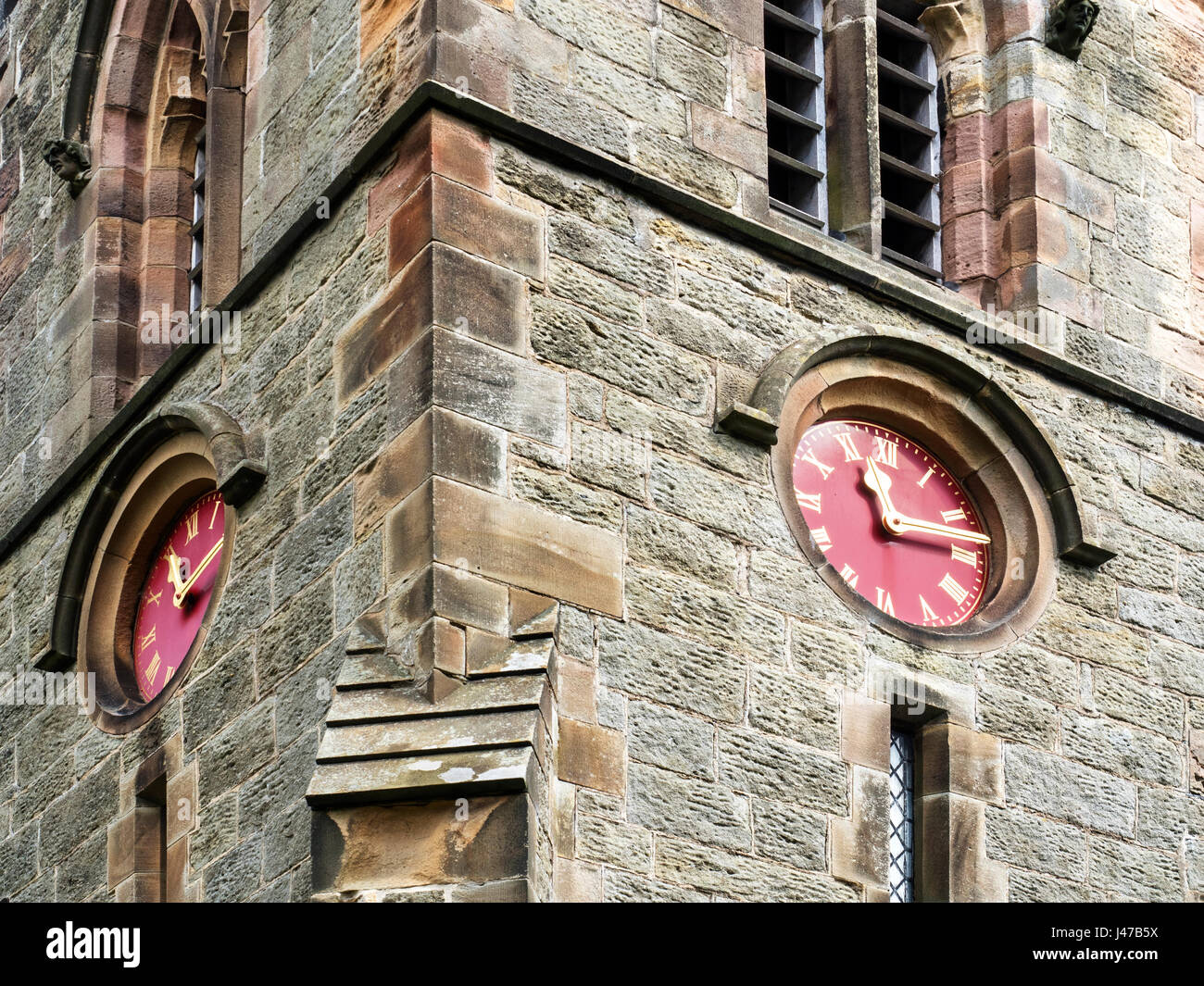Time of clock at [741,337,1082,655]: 11:13
